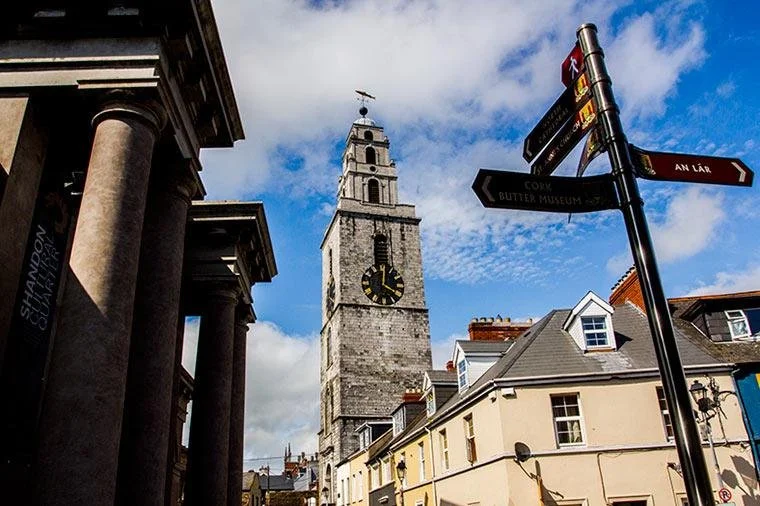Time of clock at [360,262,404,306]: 4:01
